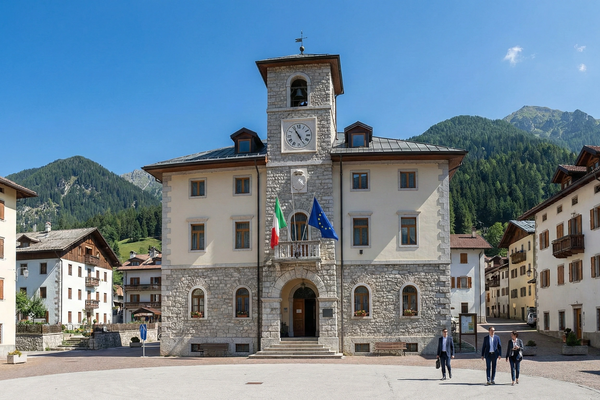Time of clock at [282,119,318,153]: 4:54
